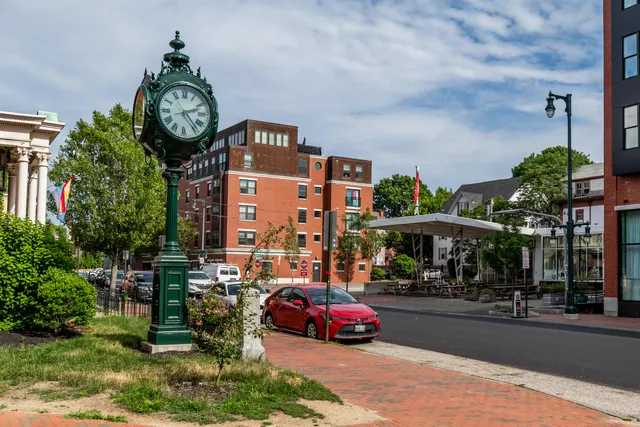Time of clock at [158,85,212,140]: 2:23
